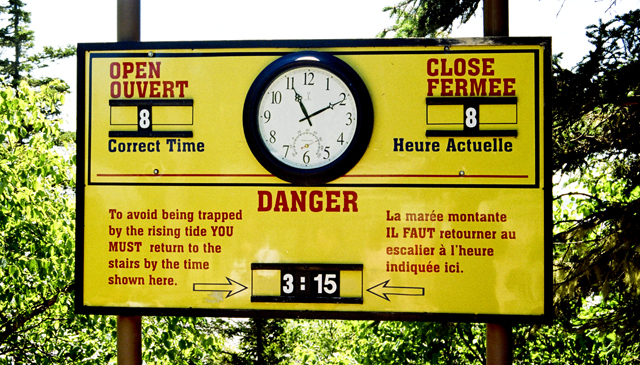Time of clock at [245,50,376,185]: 11:10
